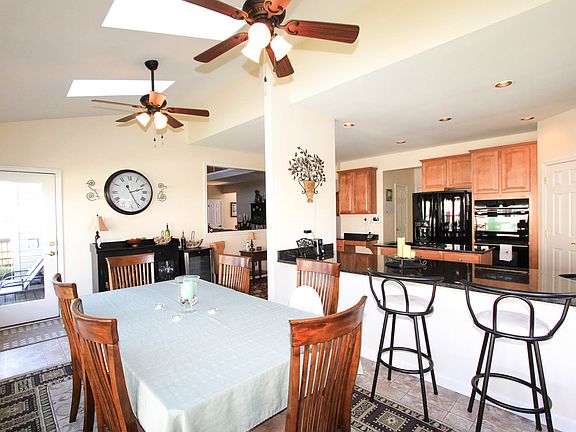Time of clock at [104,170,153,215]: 2:25
